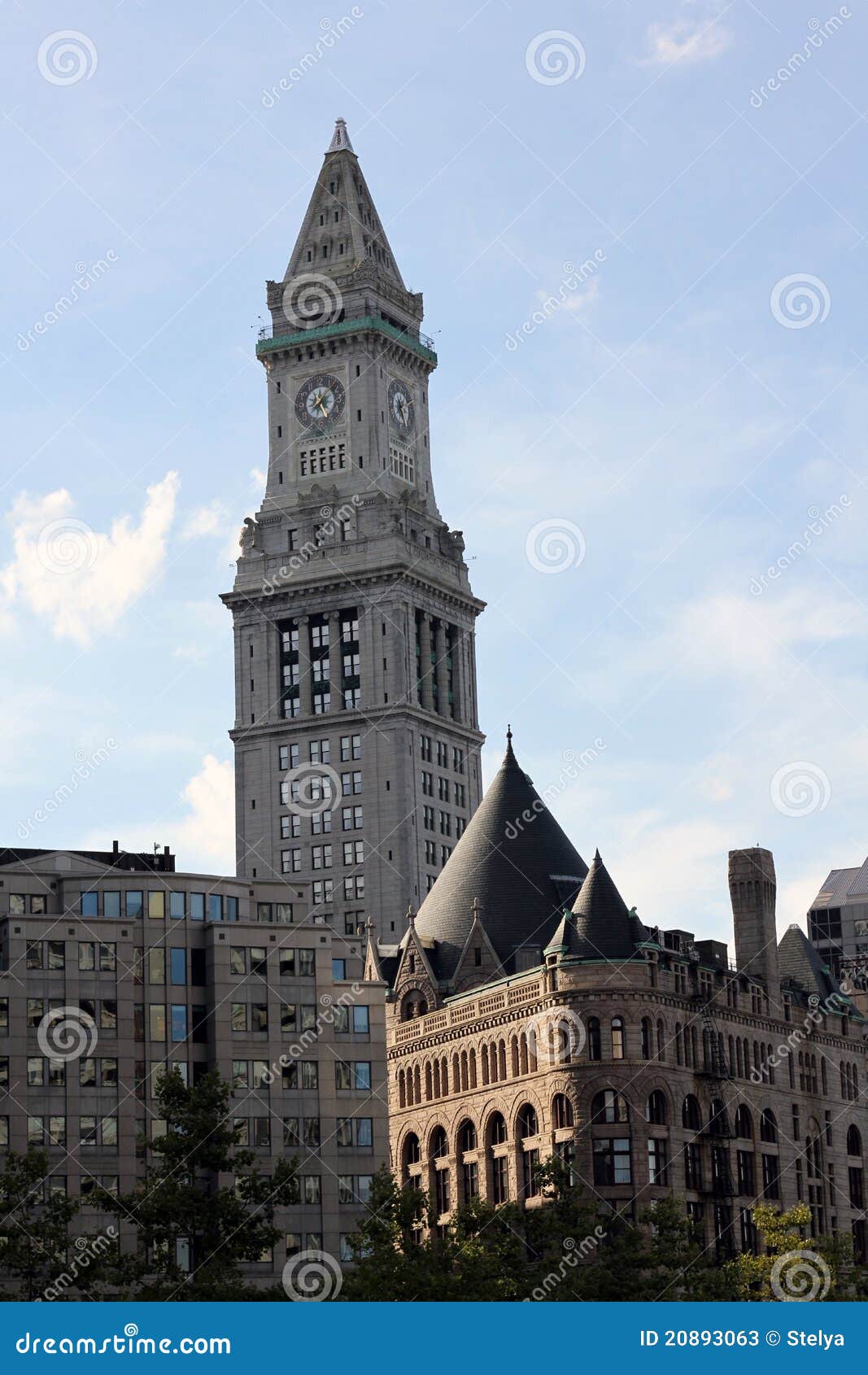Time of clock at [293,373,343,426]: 8:07
